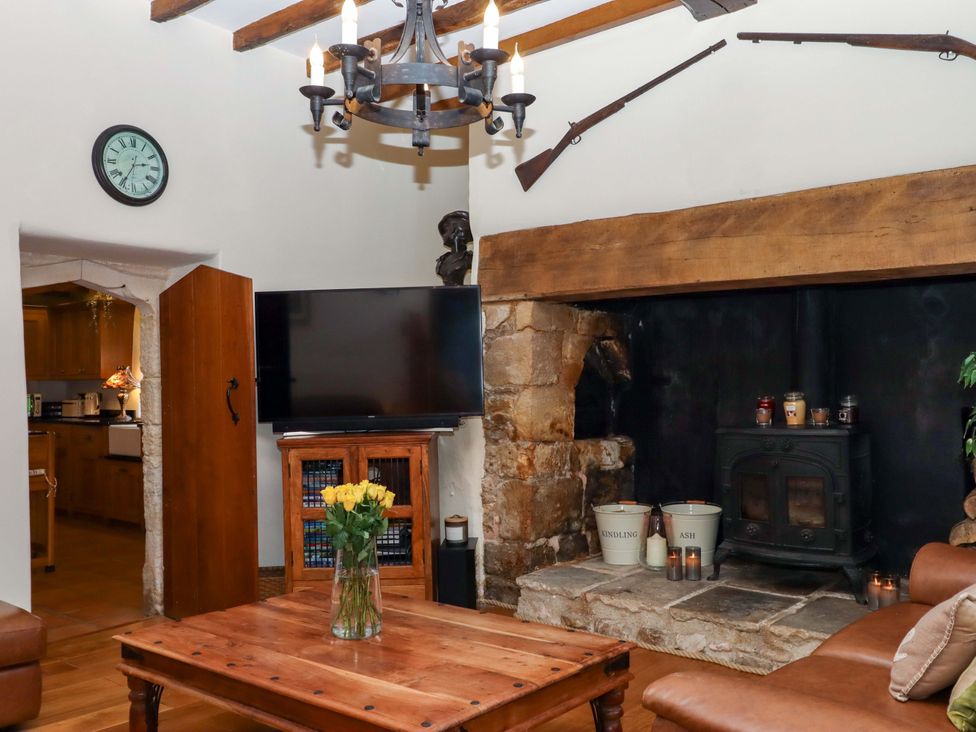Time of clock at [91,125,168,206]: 2:35
